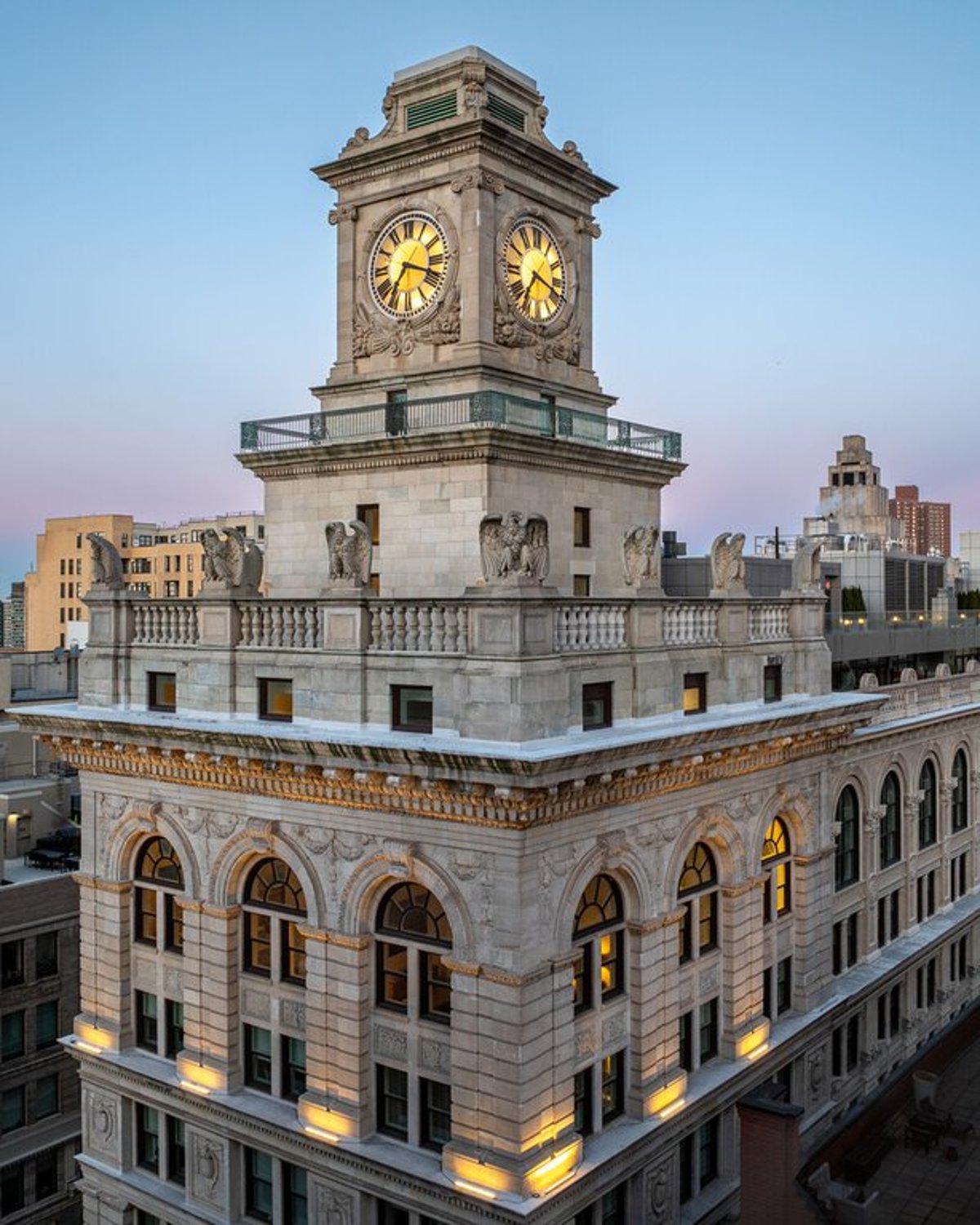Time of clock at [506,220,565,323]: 7:18
